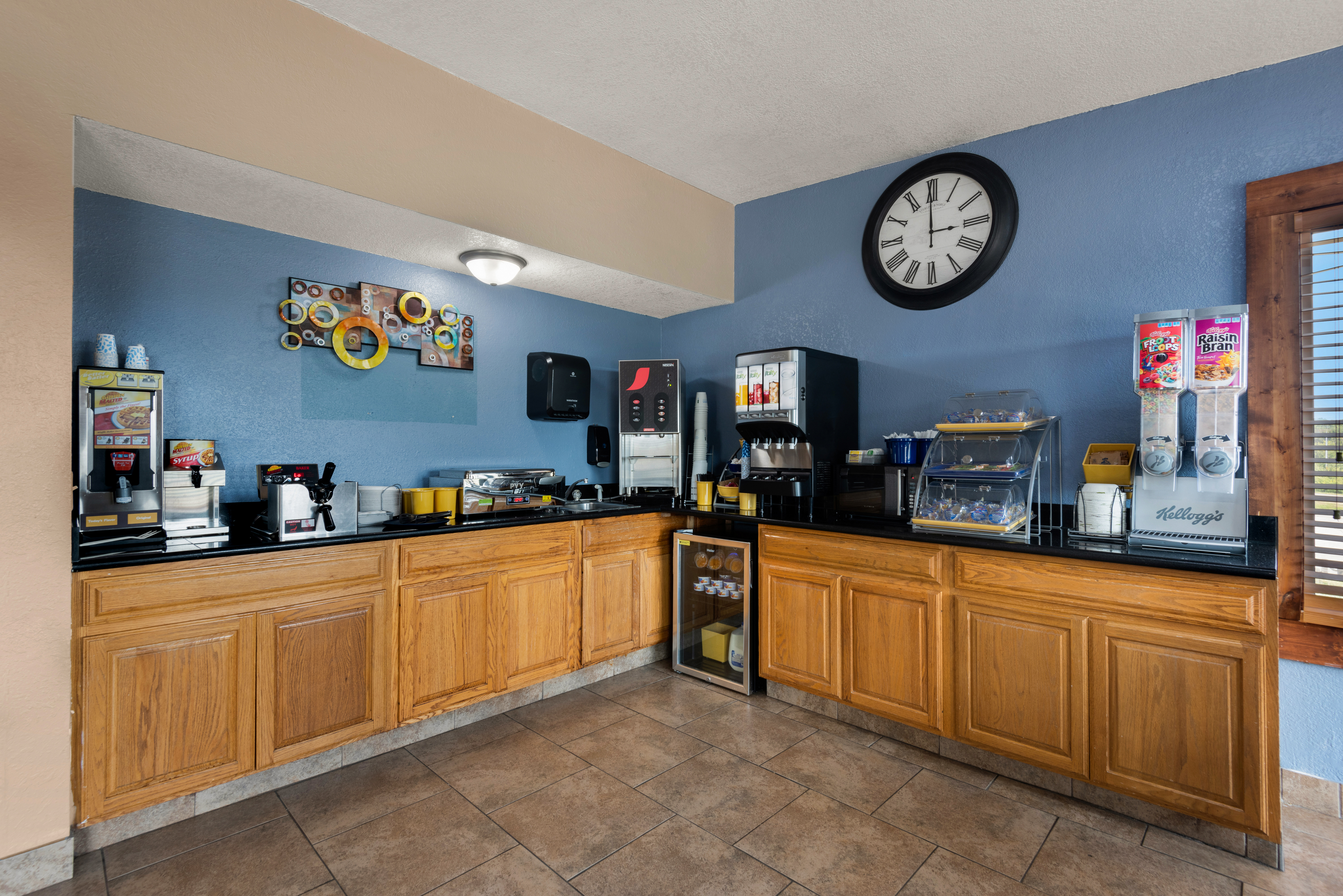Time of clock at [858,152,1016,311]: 2:59
